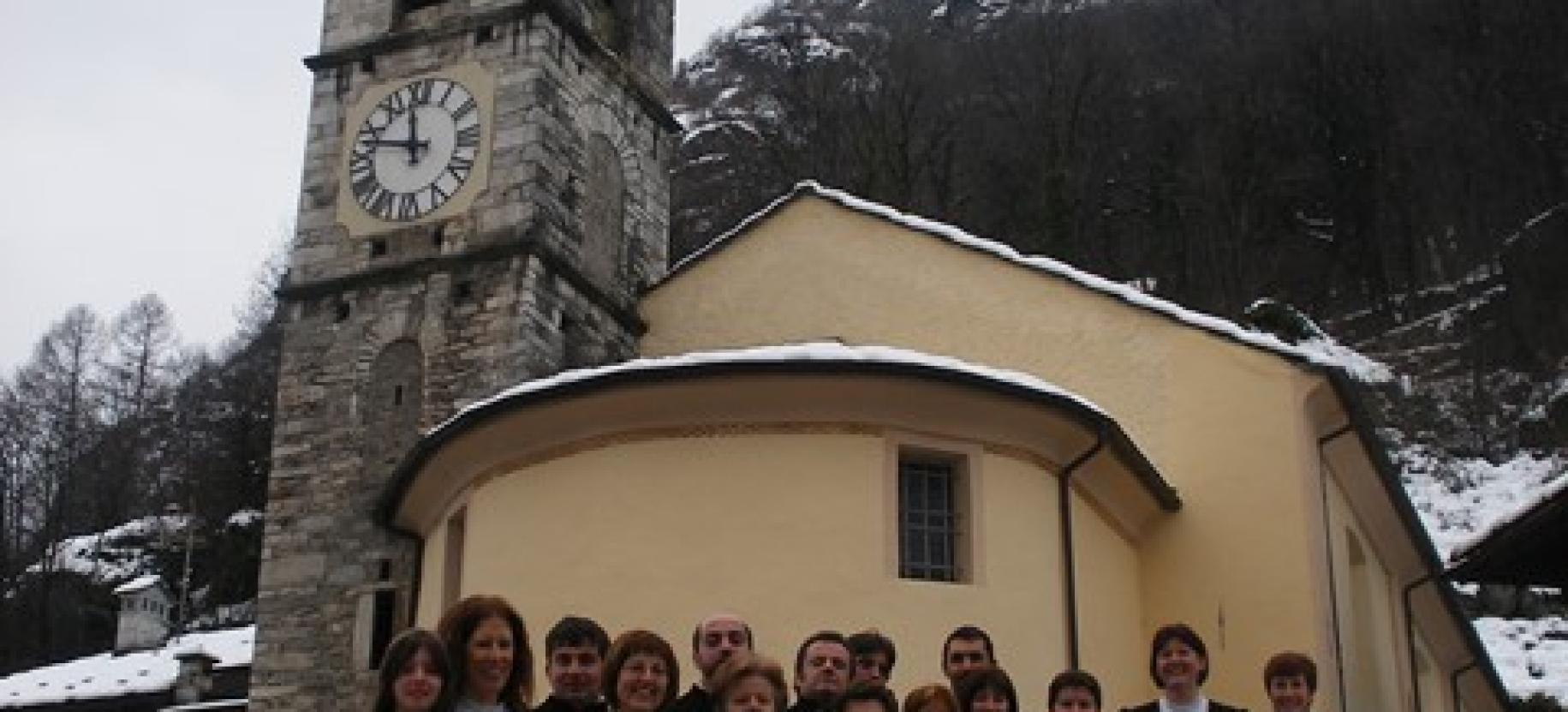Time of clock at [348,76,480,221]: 11:46
